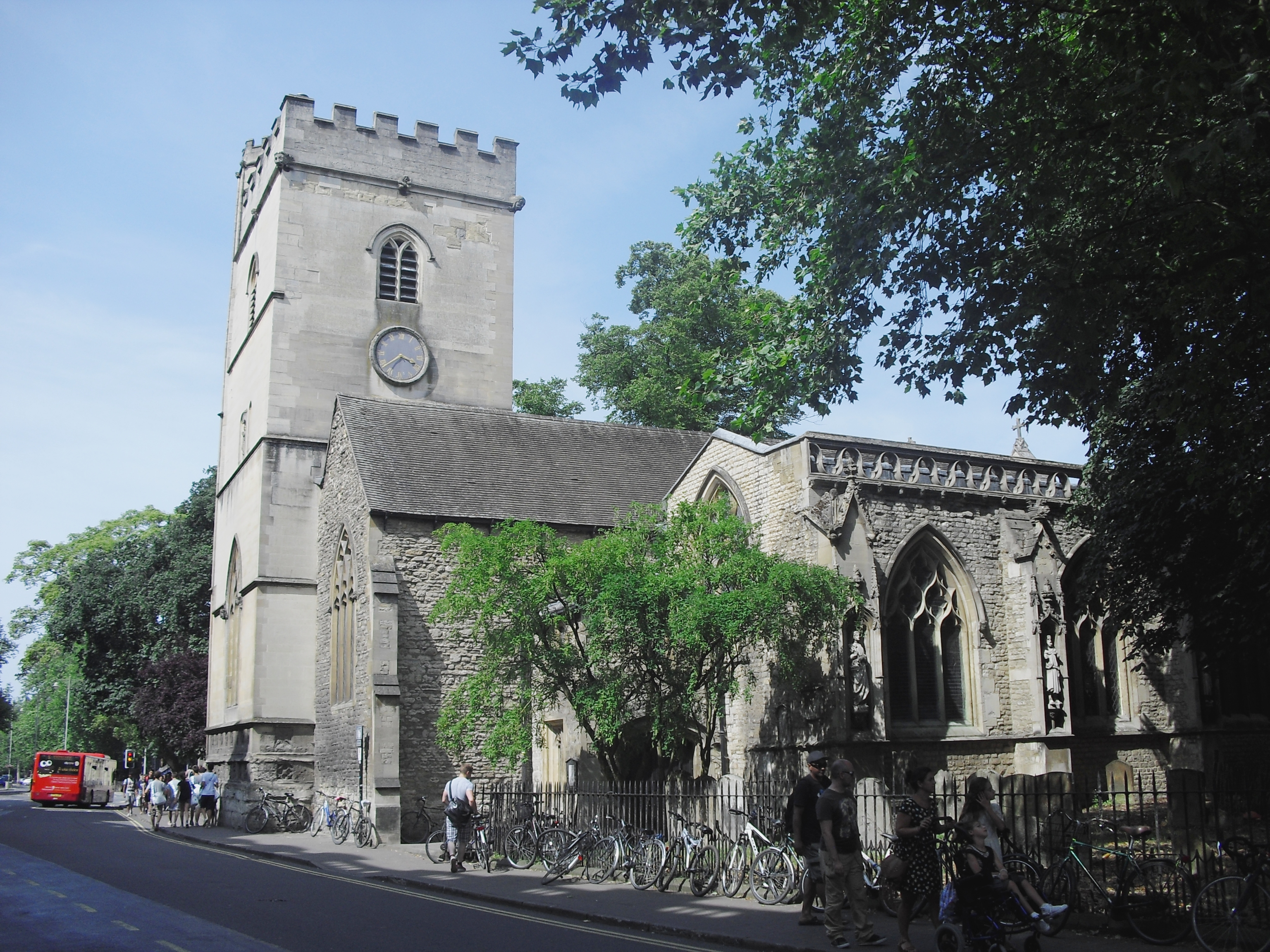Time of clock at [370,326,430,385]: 3:38
